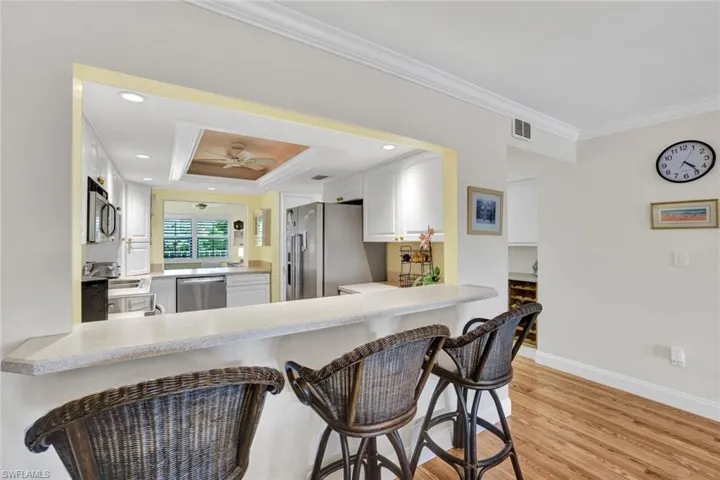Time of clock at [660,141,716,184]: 4:23
